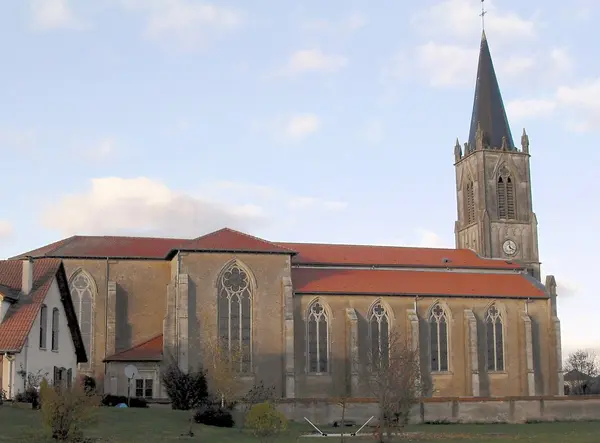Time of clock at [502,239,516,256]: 3:58
